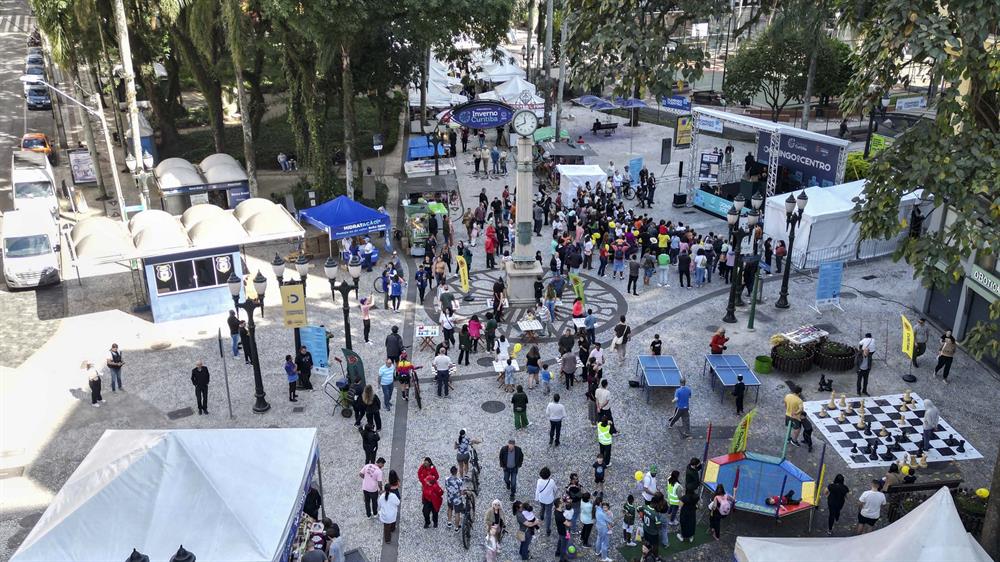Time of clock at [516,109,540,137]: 11:41
